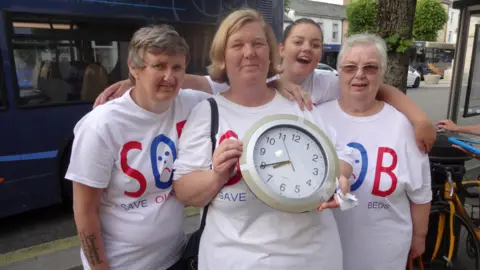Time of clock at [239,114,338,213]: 7:39
